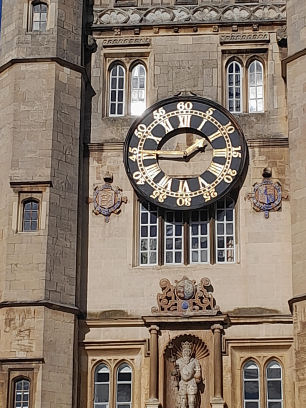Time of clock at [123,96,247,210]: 1:45
